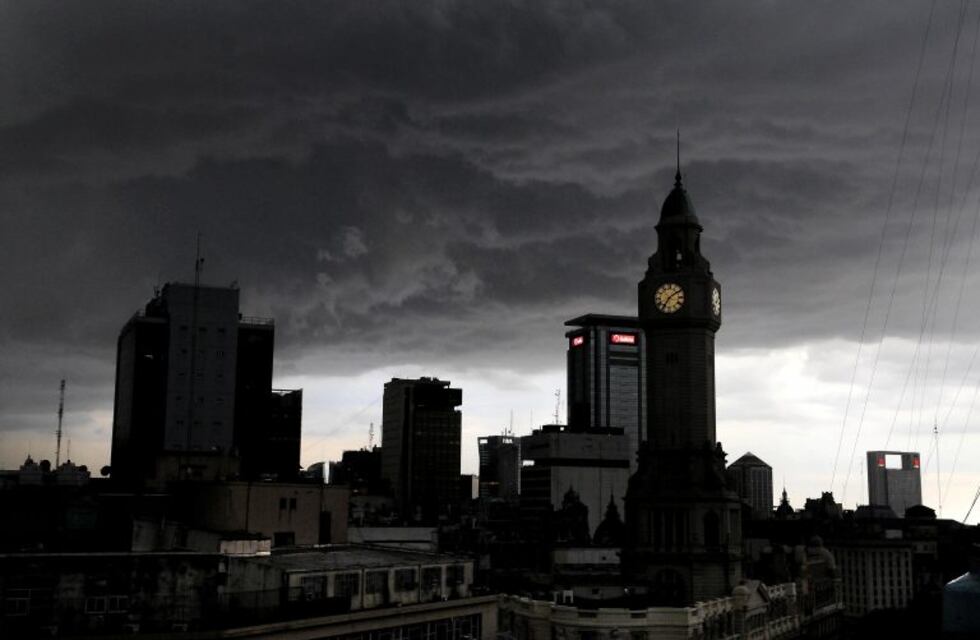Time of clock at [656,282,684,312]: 7:09
